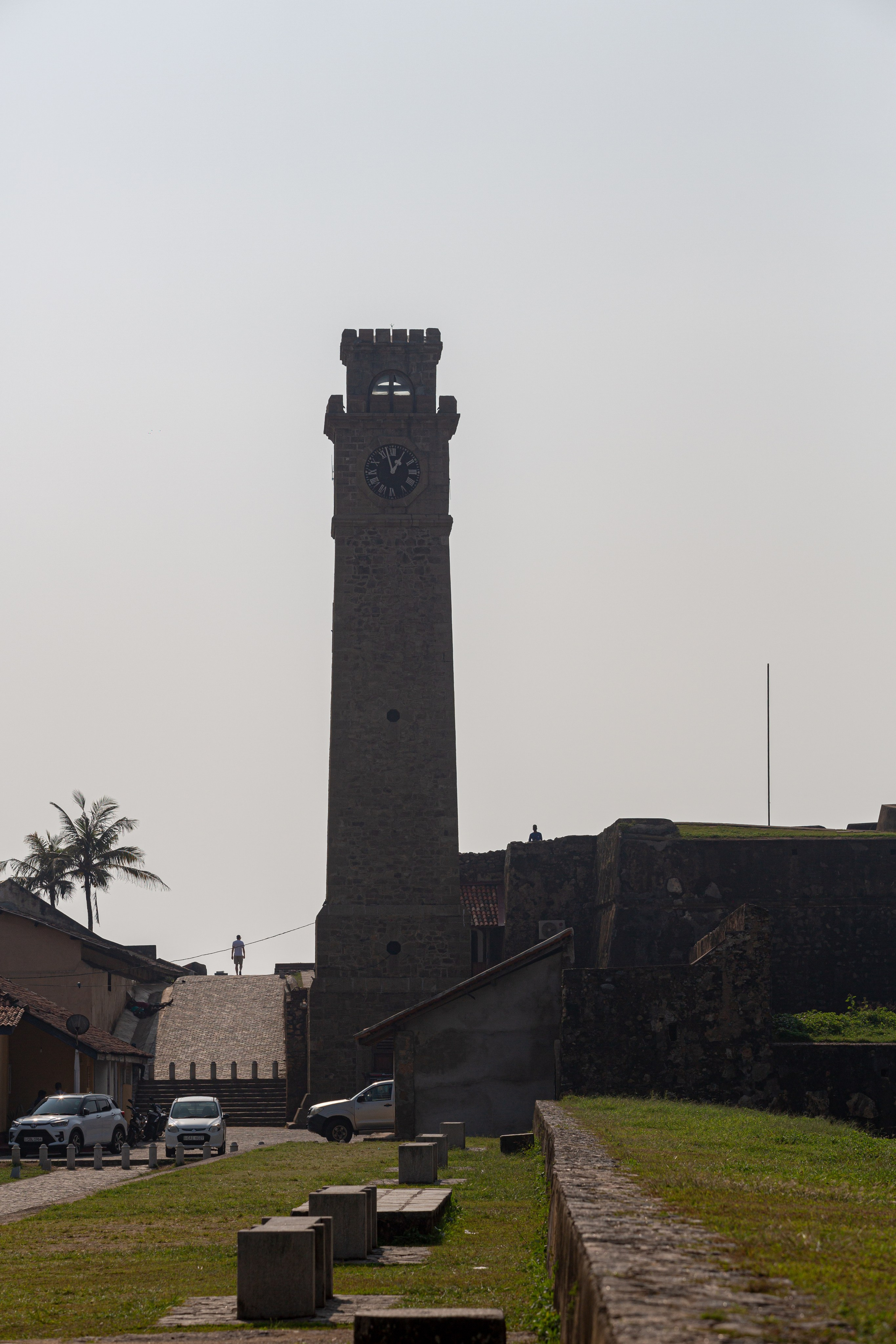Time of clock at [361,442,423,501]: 12:57
